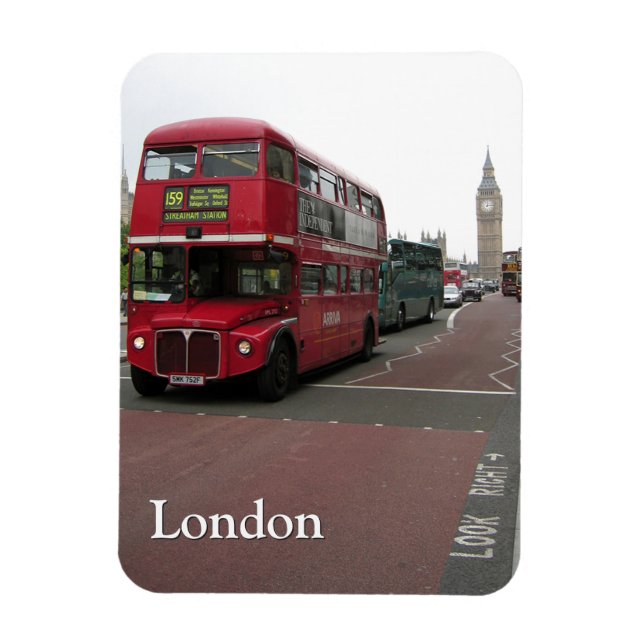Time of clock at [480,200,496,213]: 12:13
